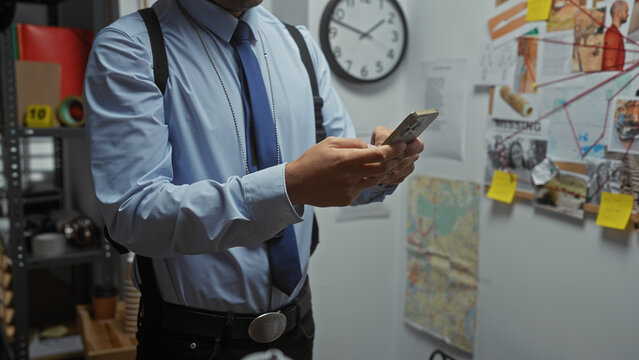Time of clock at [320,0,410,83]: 1:47
